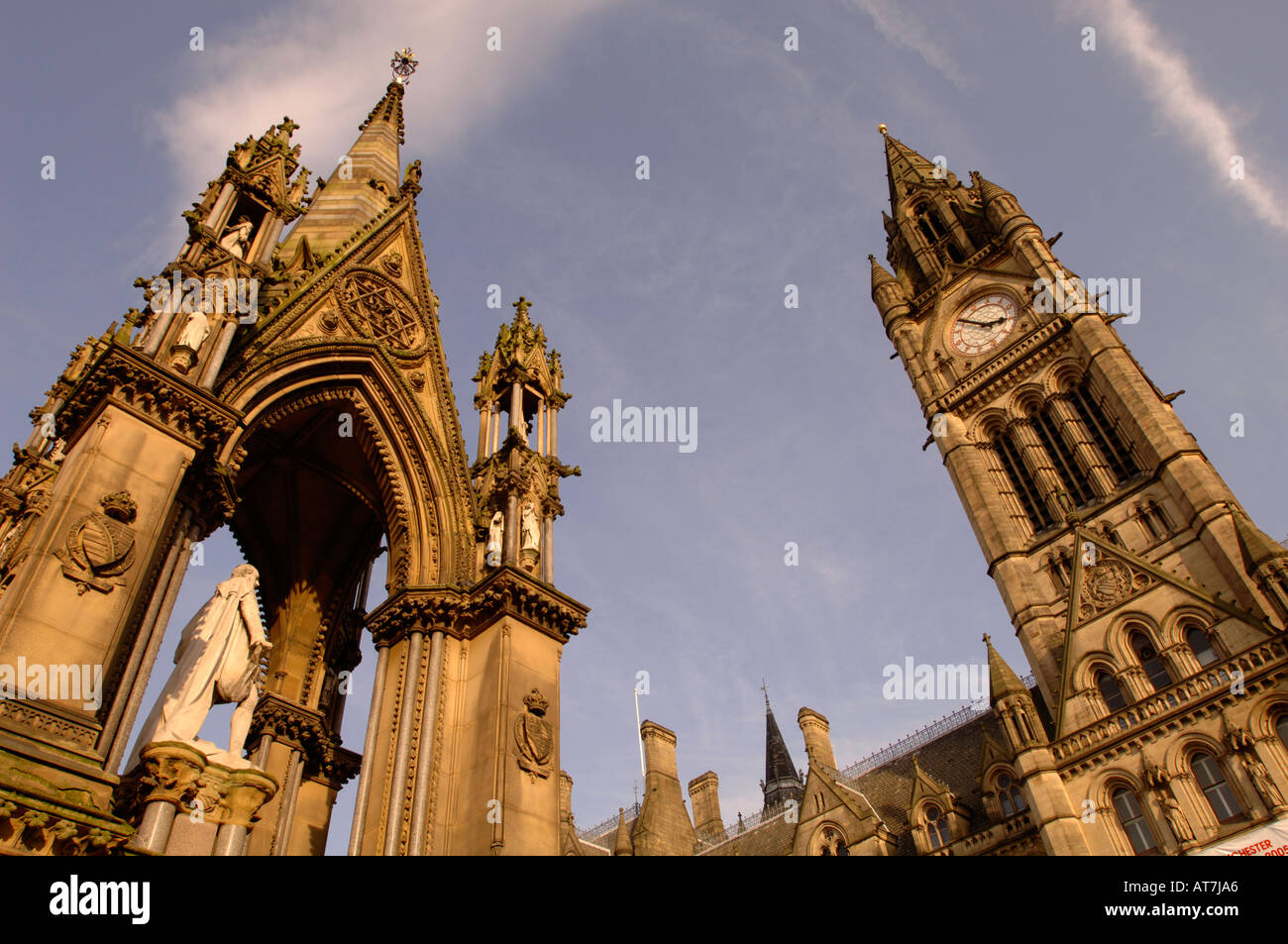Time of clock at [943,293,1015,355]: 2:48
